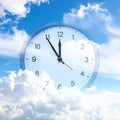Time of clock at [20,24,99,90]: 11:54
